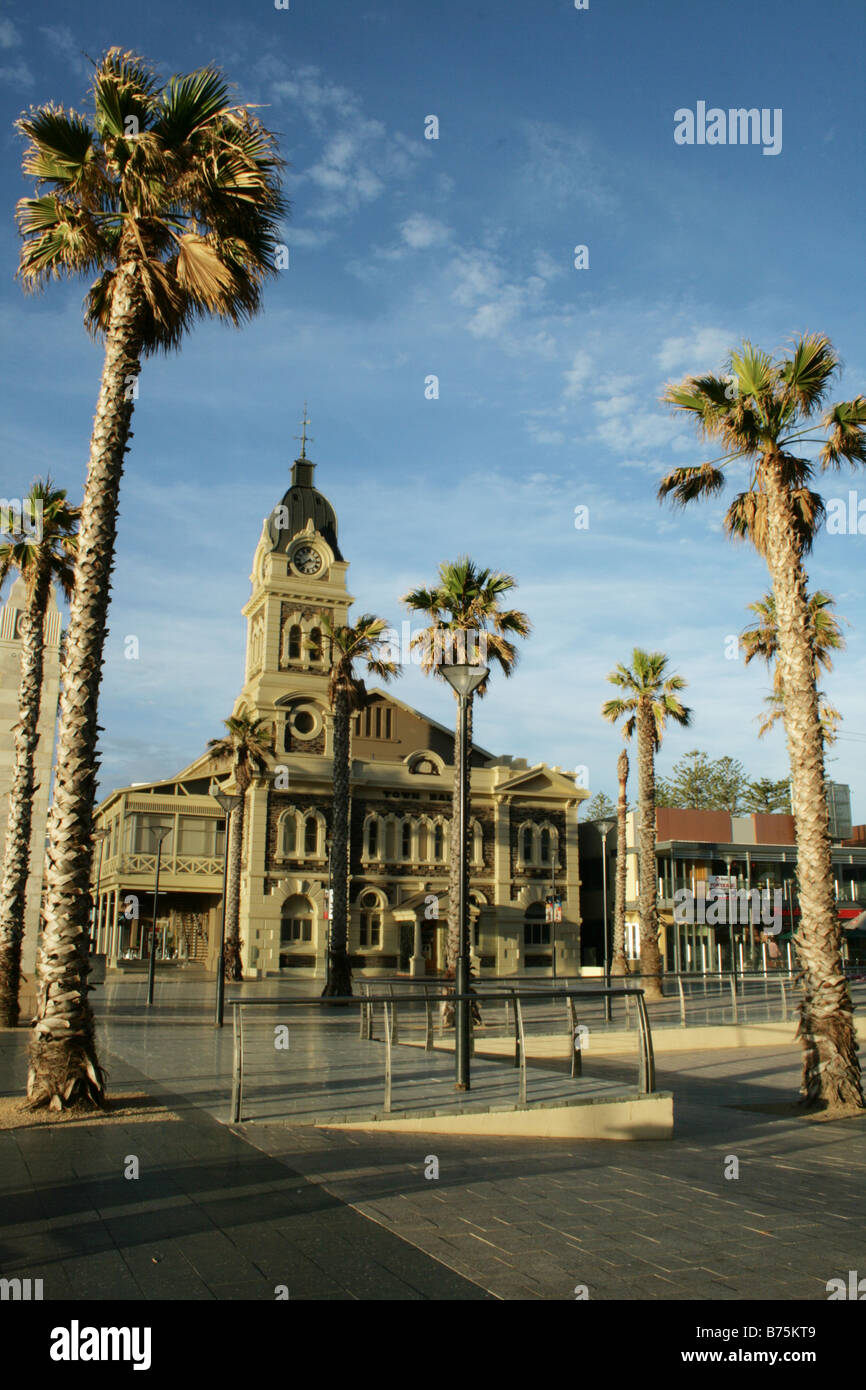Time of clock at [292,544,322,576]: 2:38
